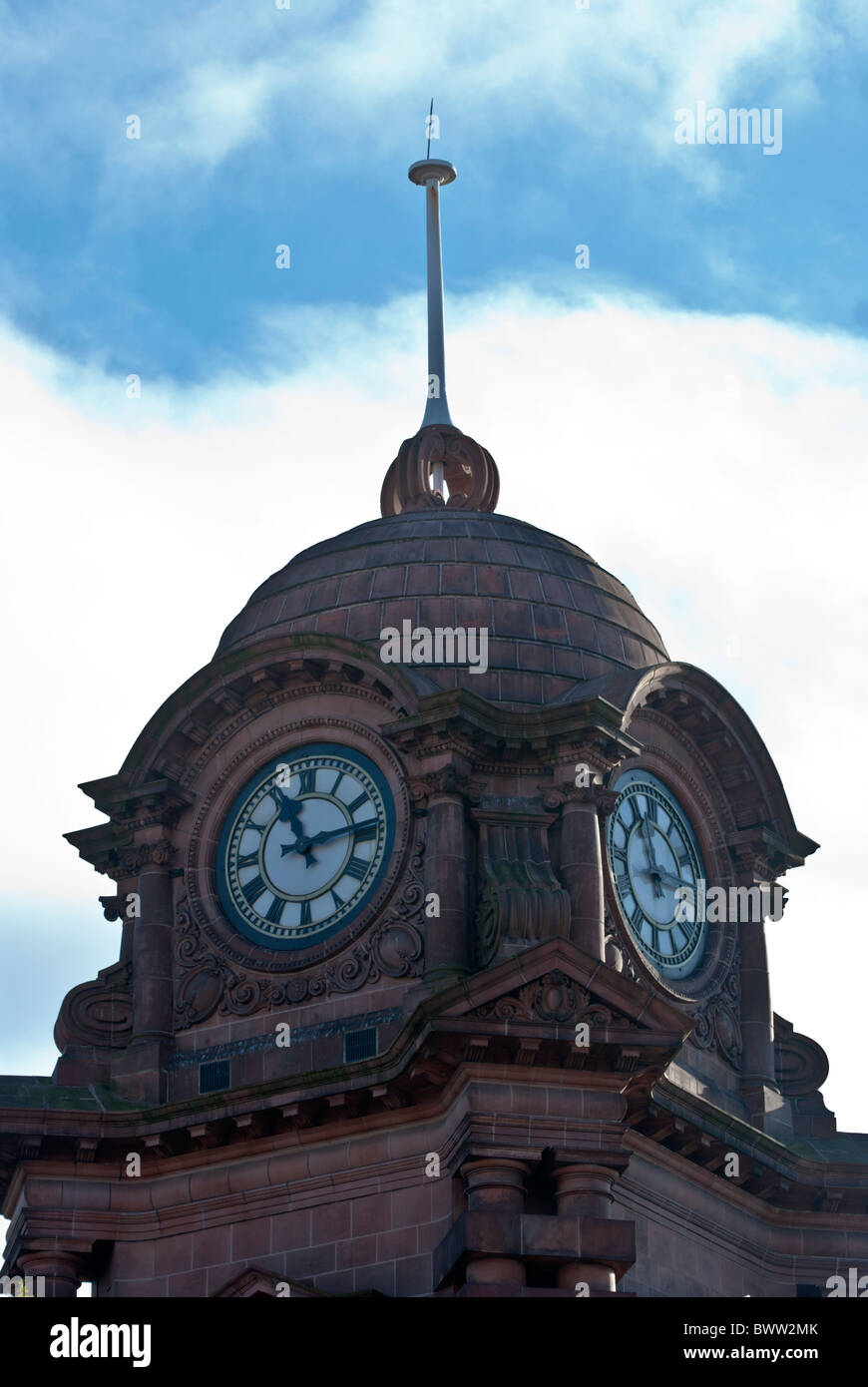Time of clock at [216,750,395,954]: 11:13
